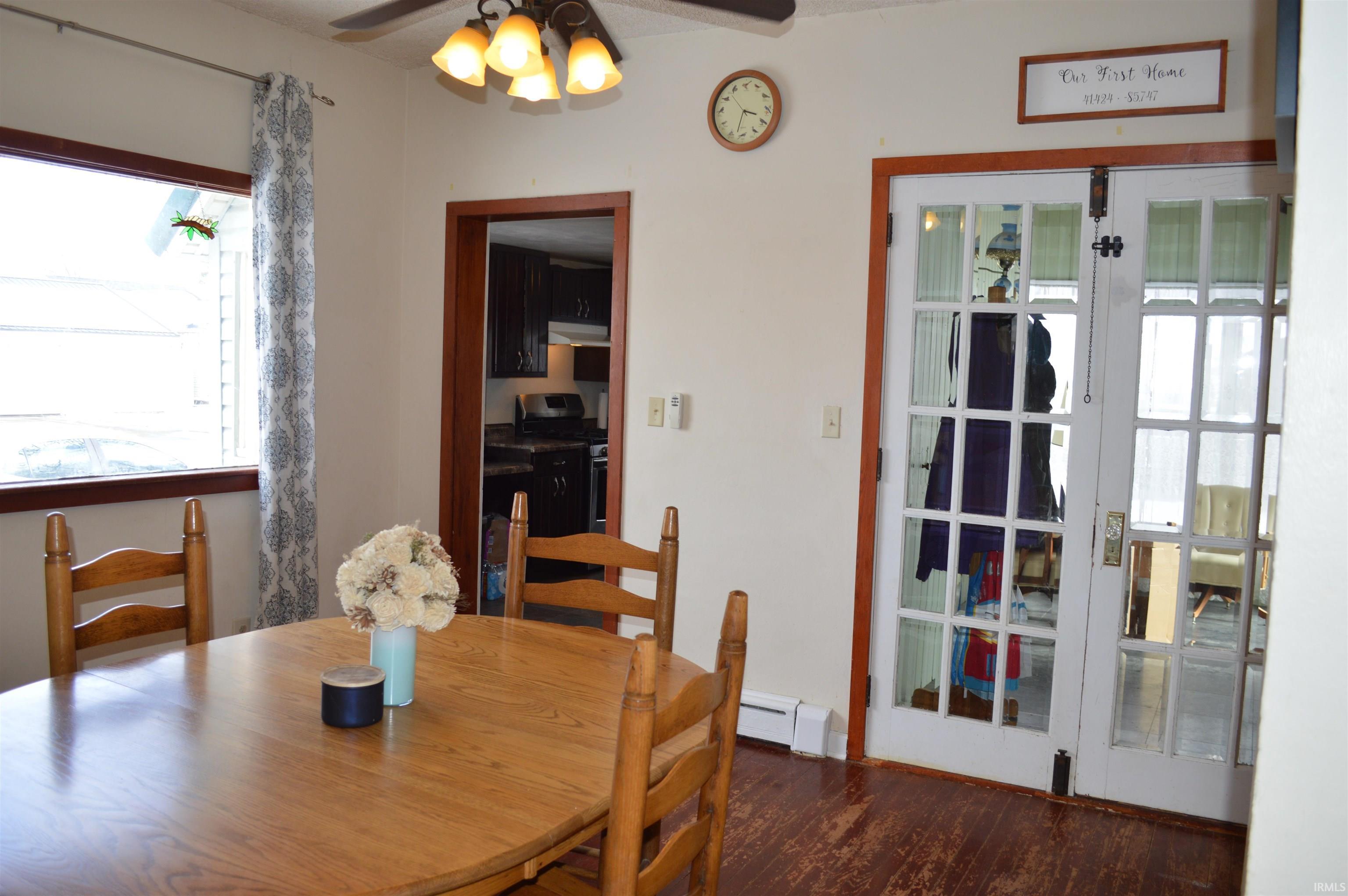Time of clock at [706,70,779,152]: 3:32
